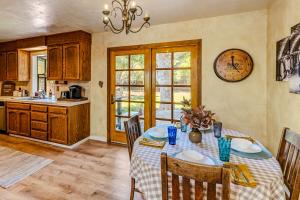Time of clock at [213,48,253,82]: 12:23
